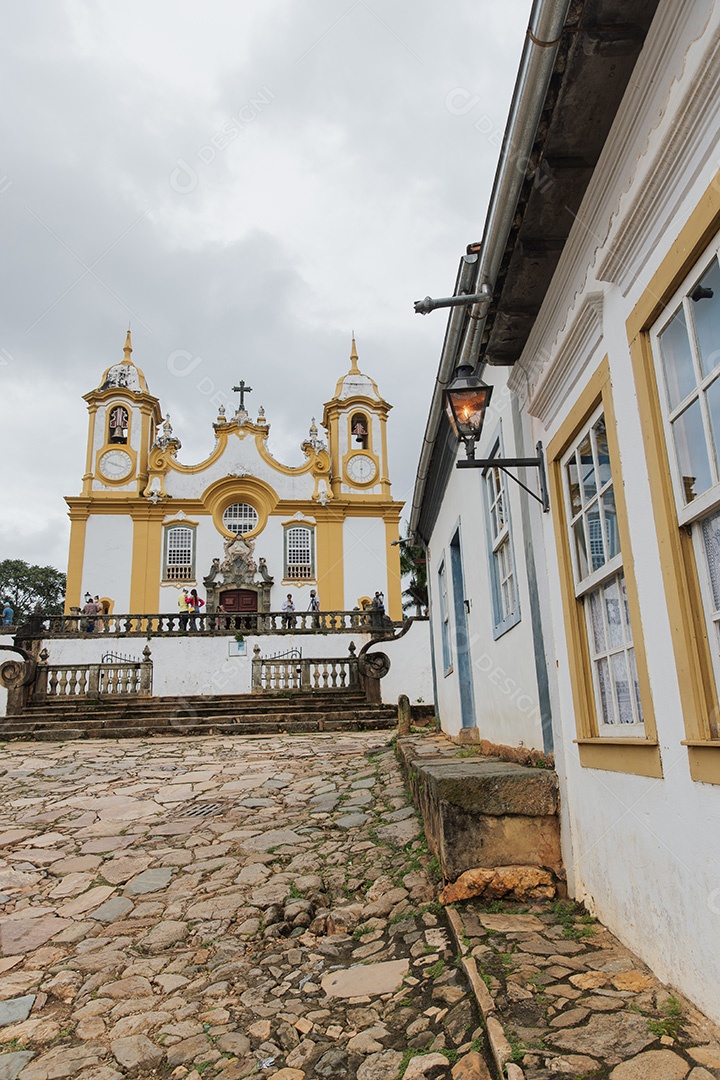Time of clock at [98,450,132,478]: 3:47
